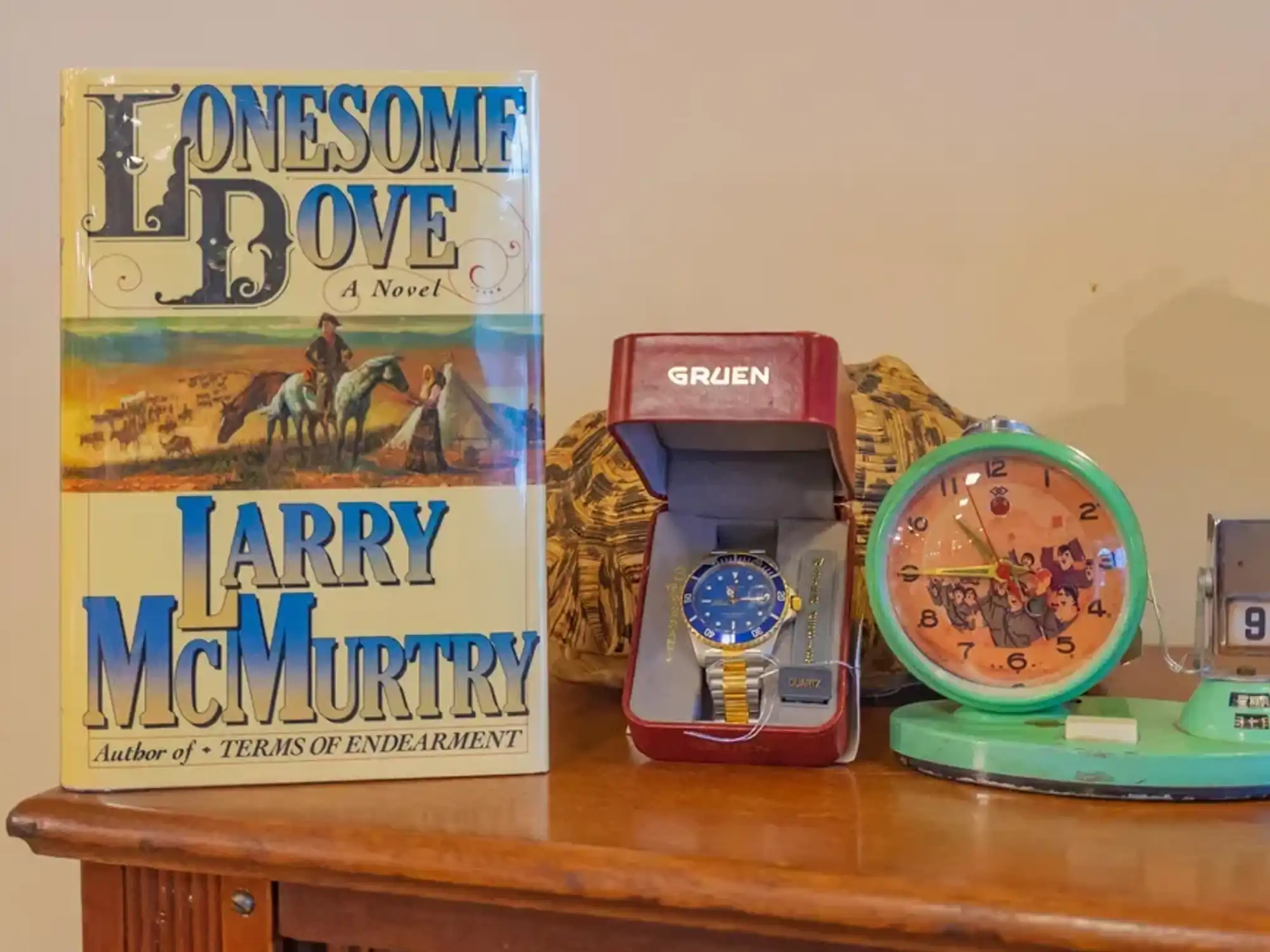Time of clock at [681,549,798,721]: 11:14
